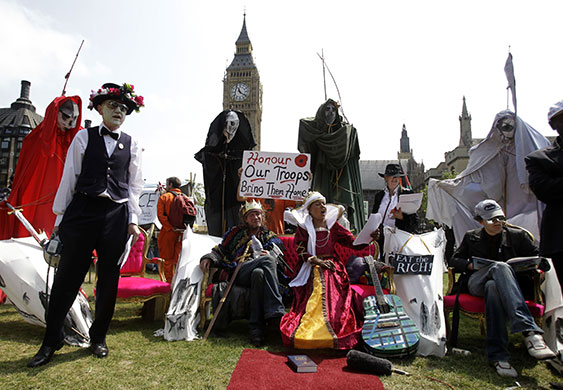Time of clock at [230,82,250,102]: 11:21
